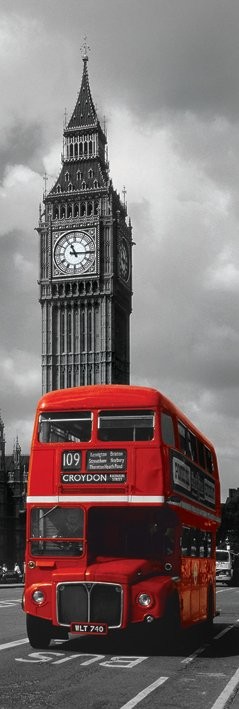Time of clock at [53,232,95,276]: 11:15
